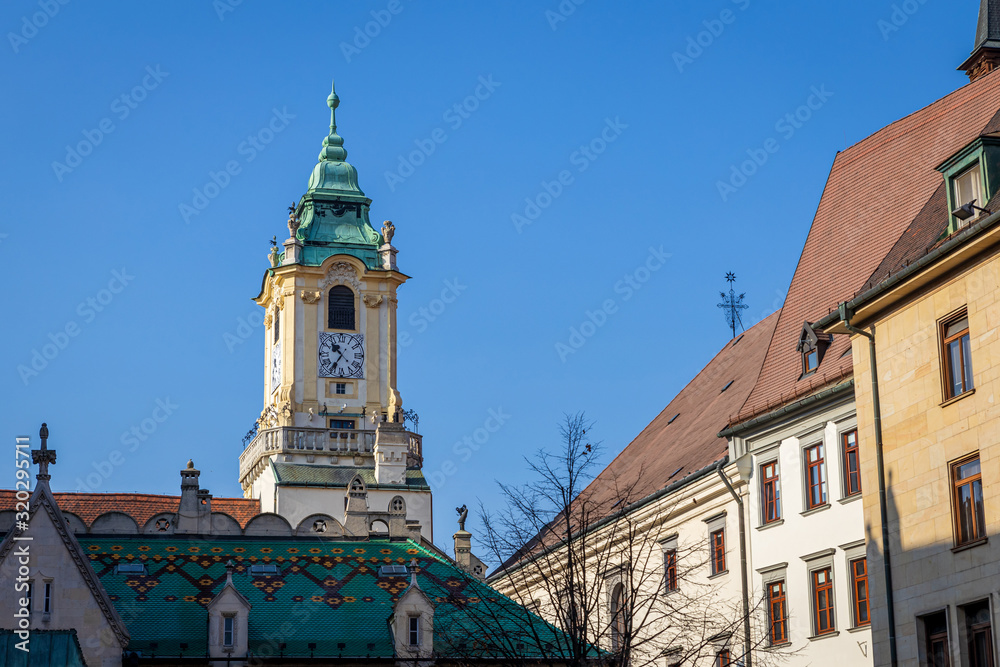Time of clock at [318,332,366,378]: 10:35
